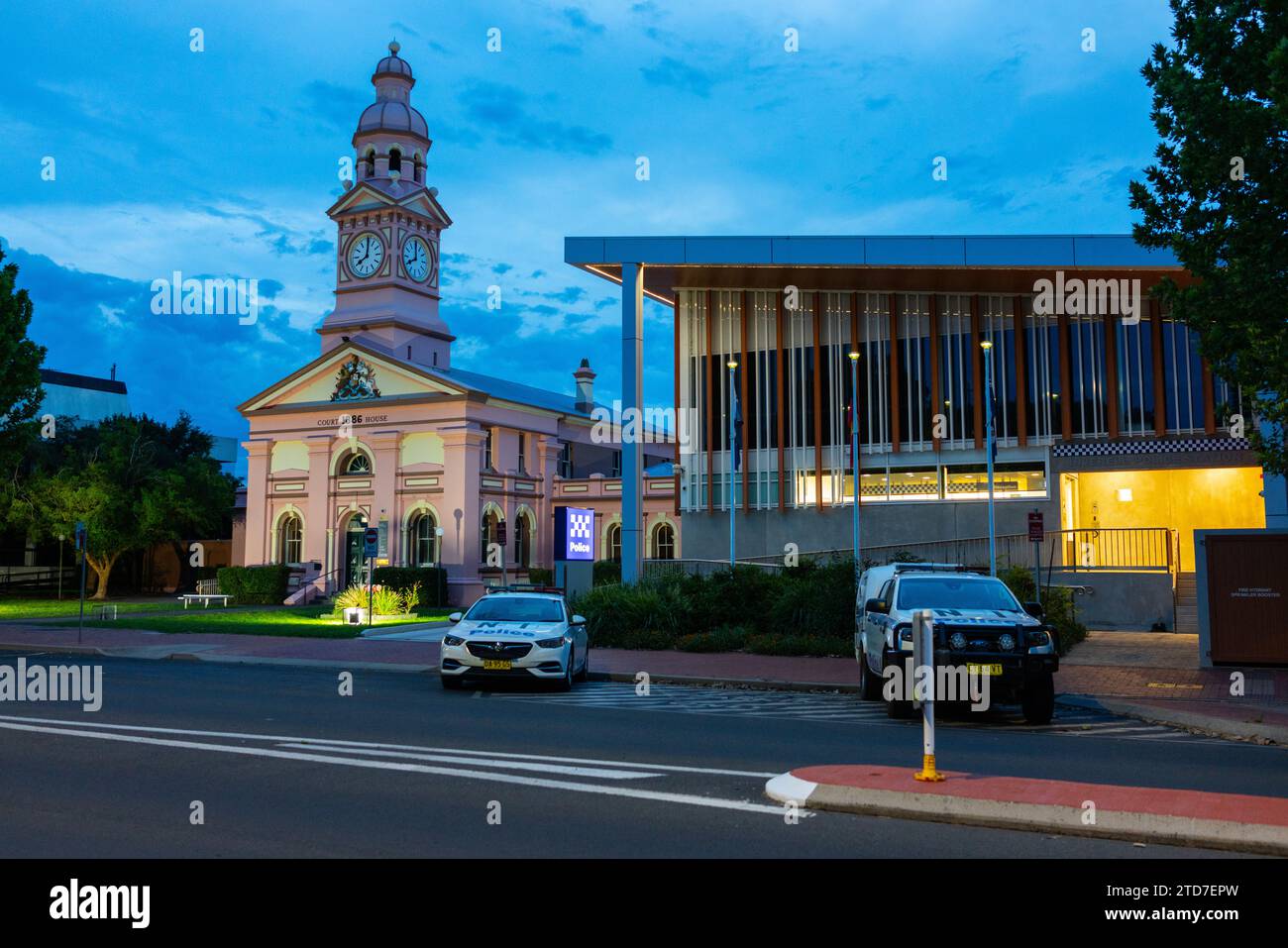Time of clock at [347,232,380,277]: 8:01
